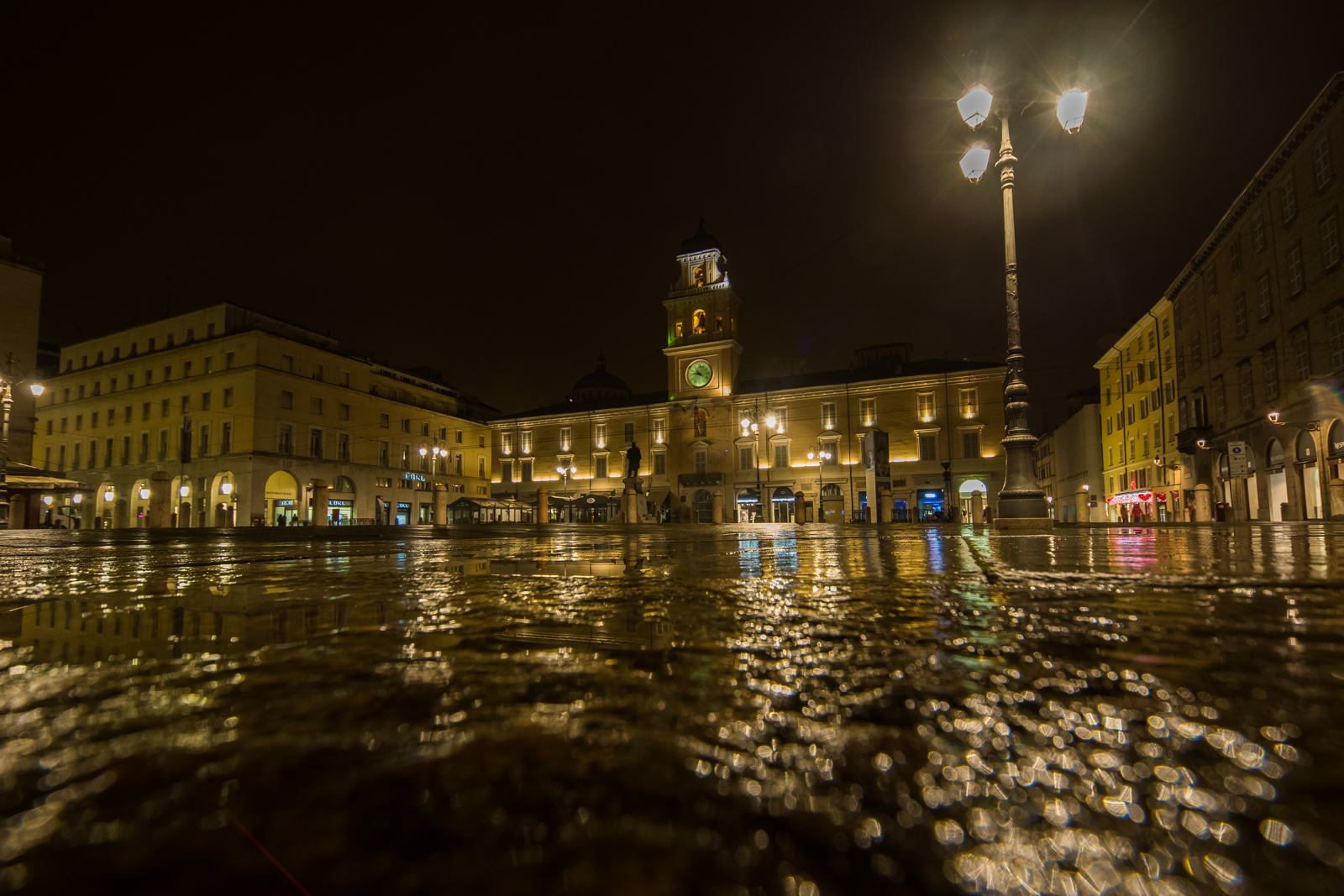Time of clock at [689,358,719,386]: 10:45
